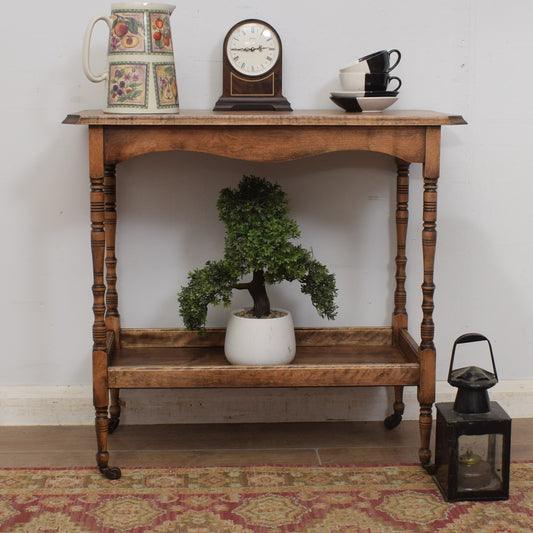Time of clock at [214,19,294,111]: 2:44
